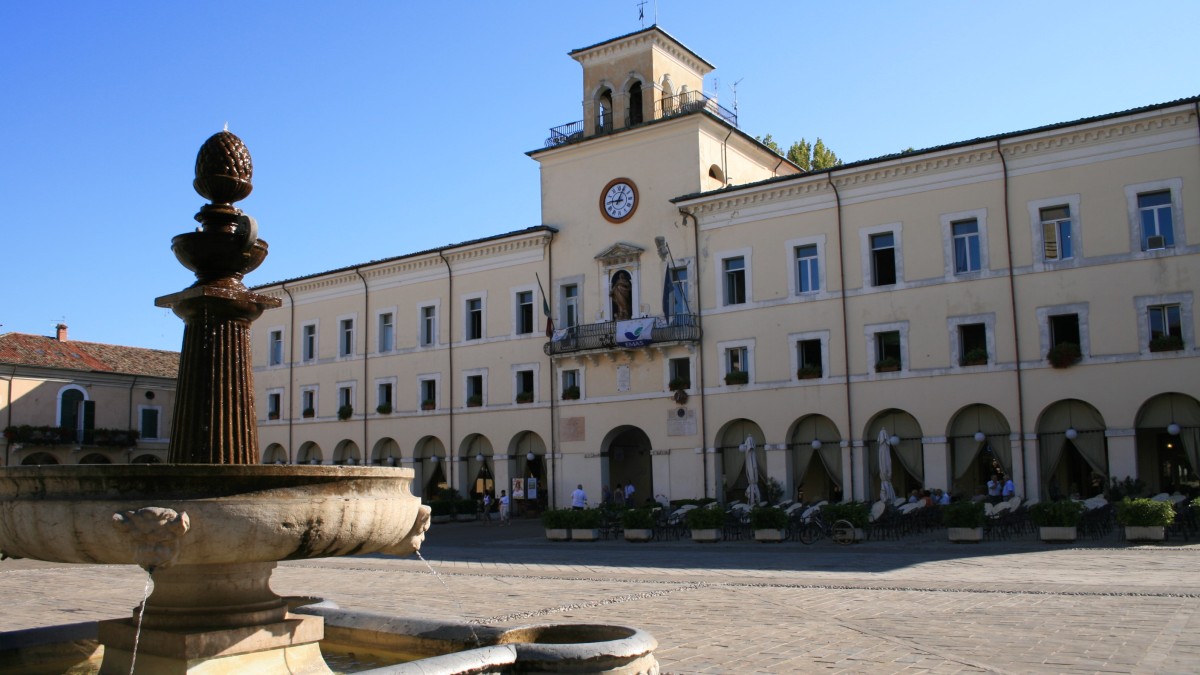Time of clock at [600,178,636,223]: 9:04
